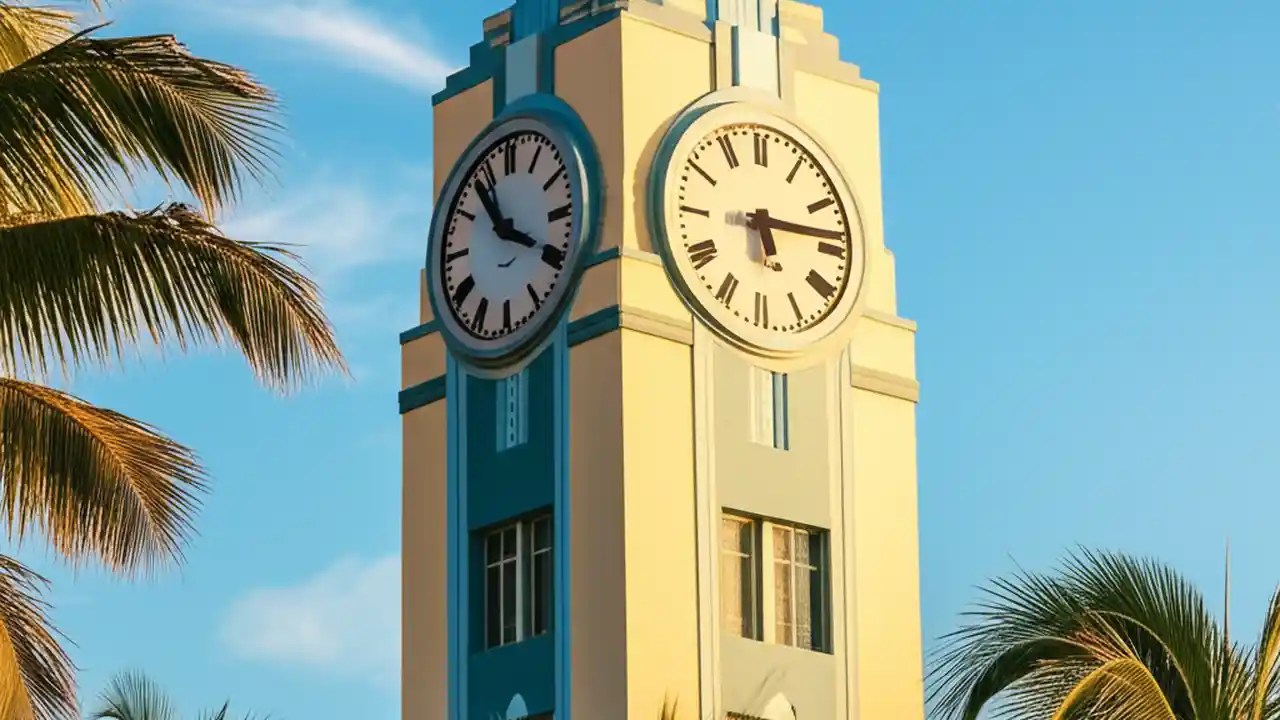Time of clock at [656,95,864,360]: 5:14
